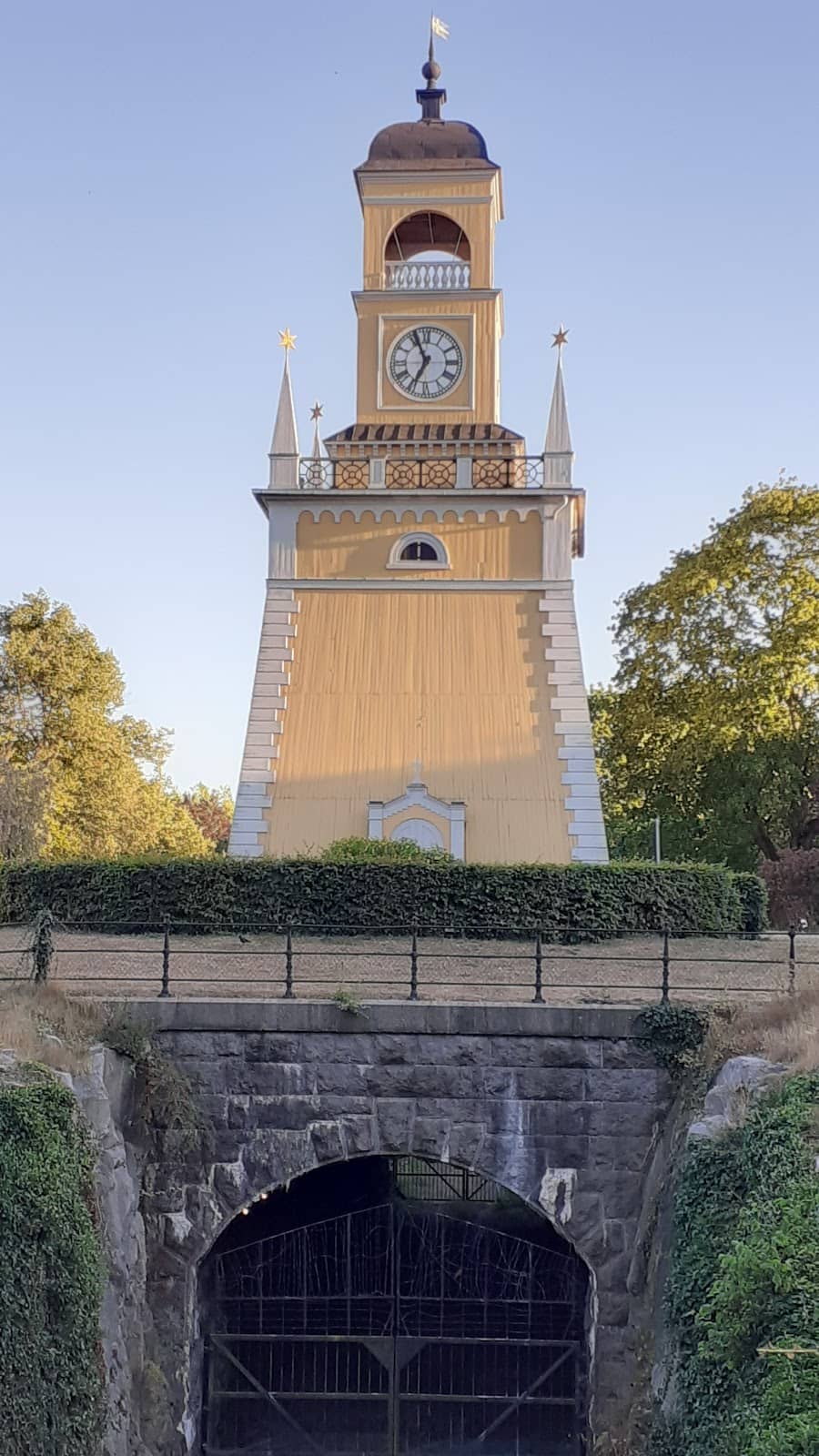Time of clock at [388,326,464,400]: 6:55
